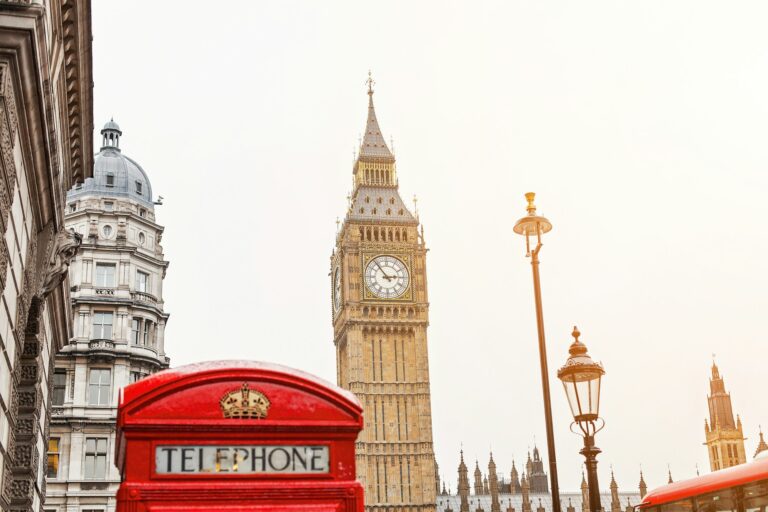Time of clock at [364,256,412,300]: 2:53
